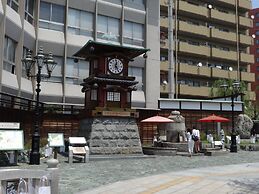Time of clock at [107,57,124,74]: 12:24
